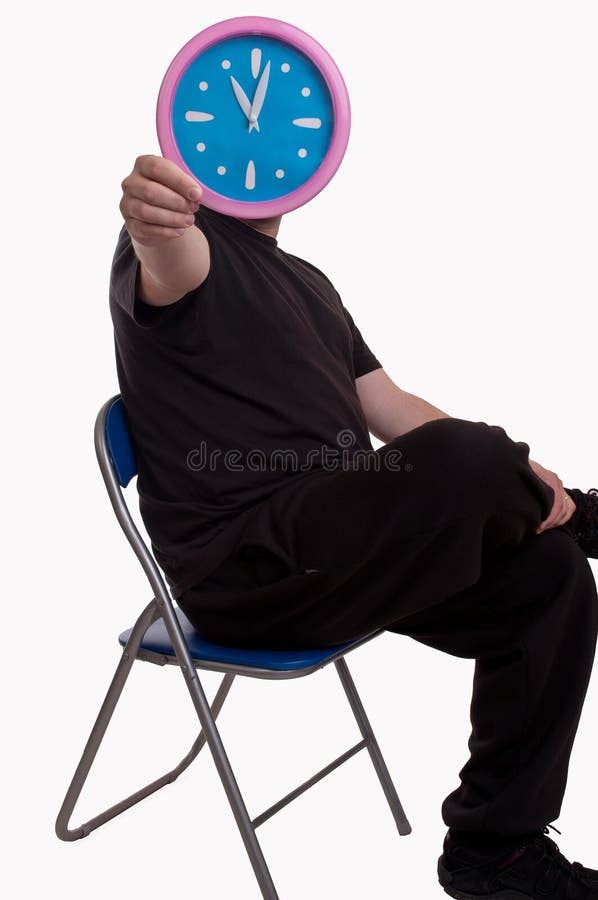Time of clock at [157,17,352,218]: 11:02
